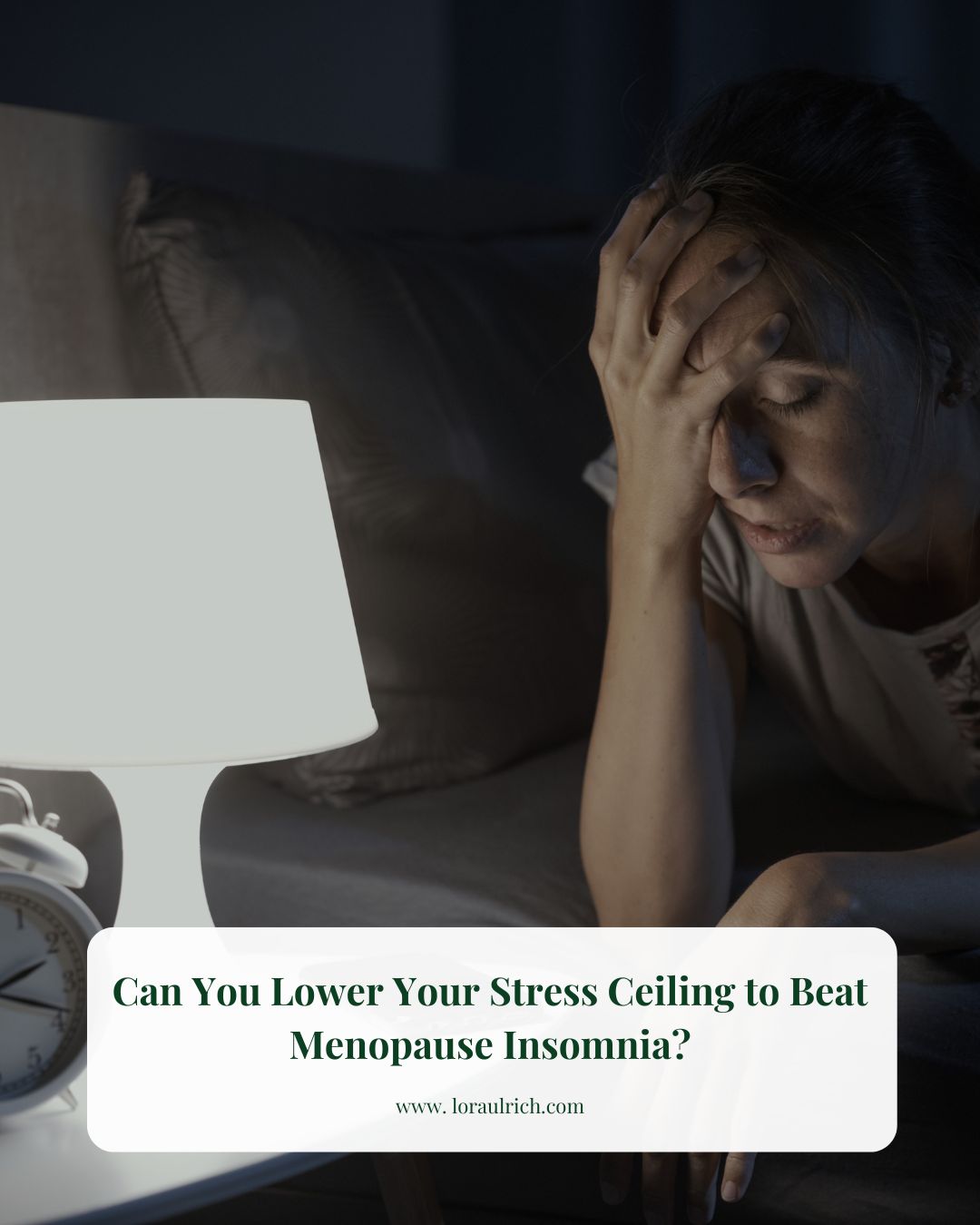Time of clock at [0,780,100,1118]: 2:18
